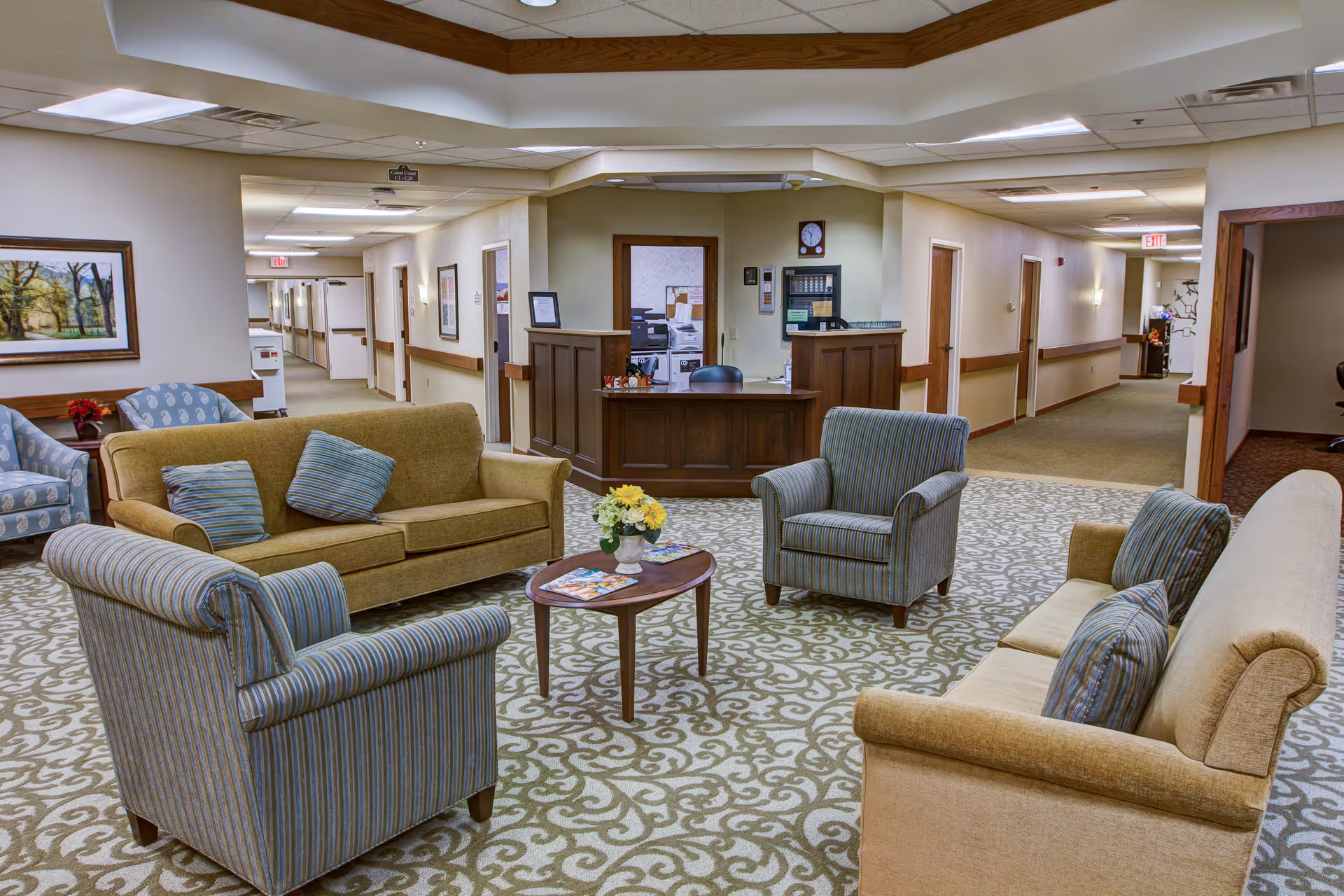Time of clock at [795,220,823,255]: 10:31
